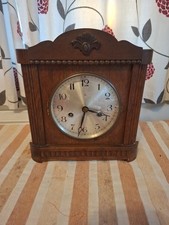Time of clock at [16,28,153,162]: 3:32
